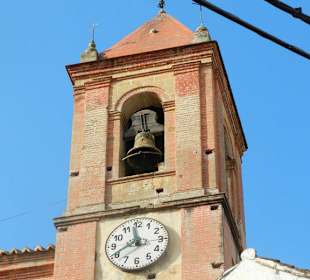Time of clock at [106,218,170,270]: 11:40
